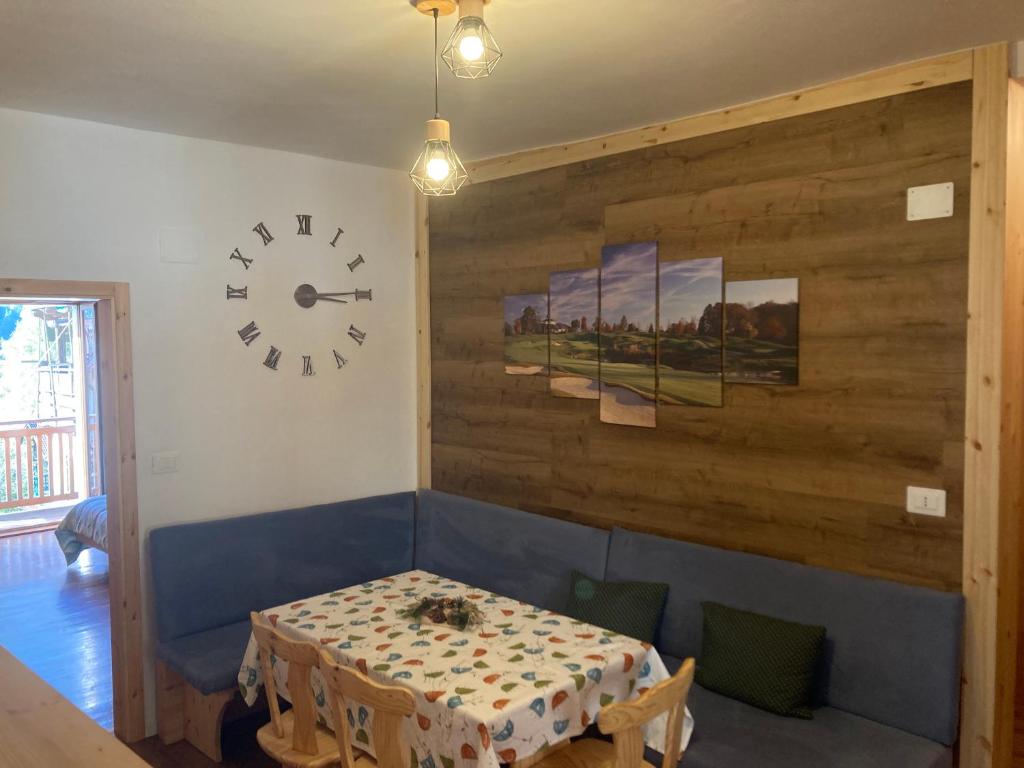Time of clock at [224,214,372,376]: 3:14
